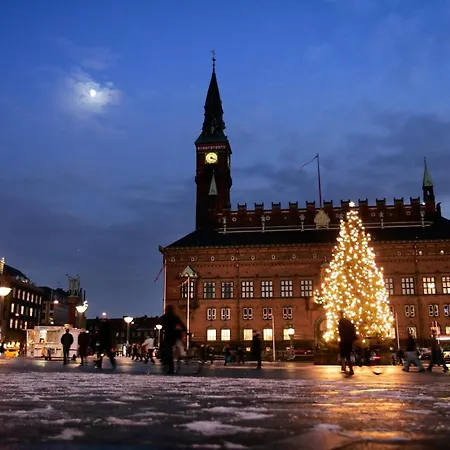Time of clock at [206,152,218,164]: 4:18
